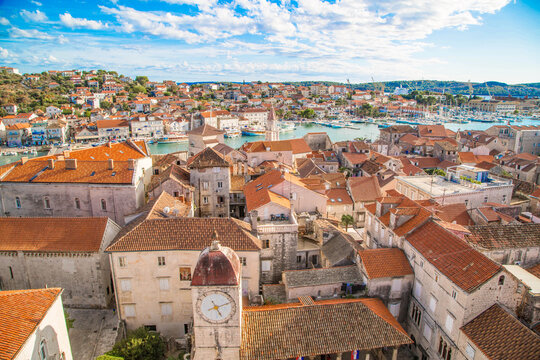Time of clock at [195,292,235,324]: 5:11
